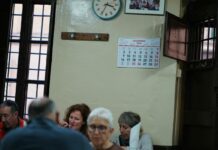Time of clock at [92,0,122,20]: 3:34
